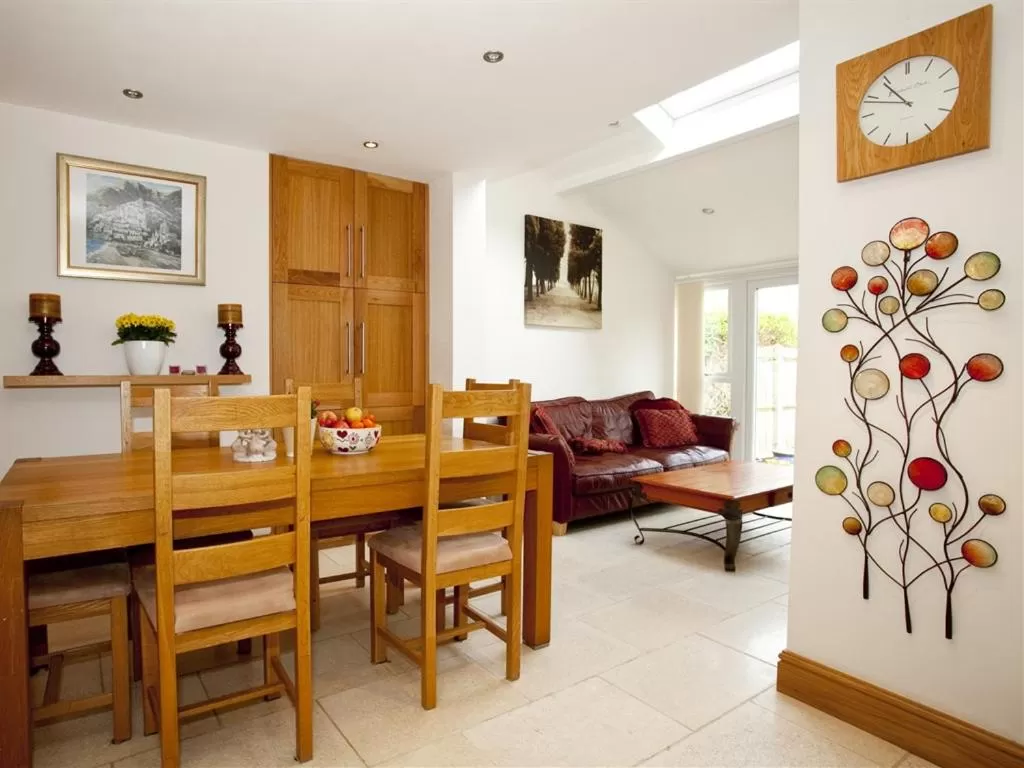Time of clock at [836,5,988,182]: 10:48
